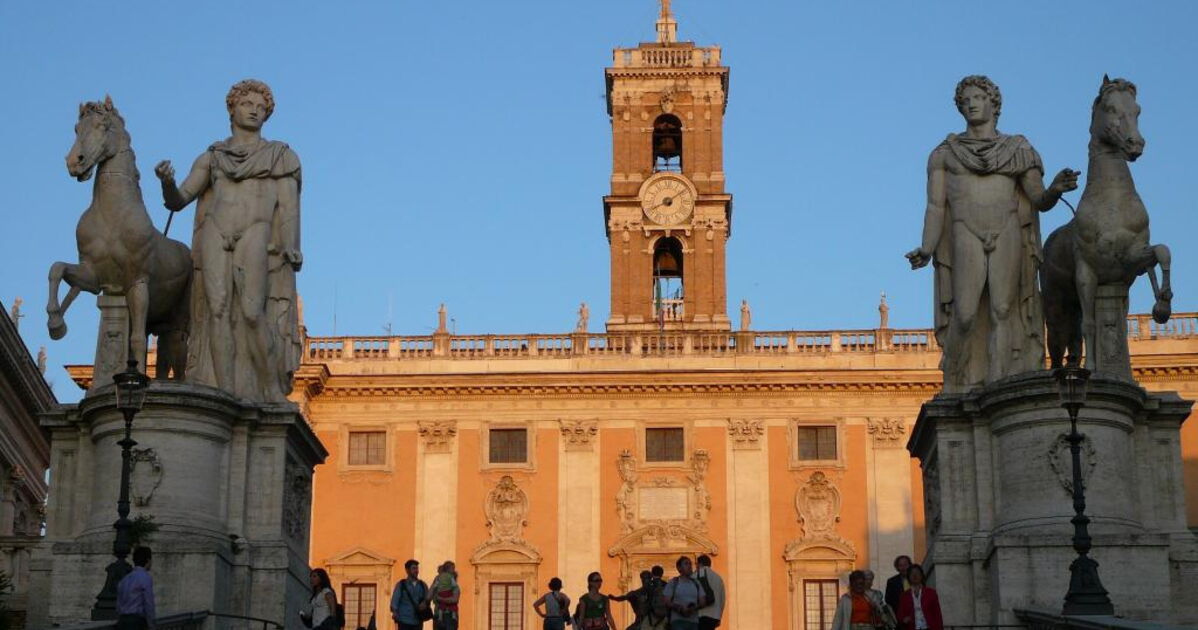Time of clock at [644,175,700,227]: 8:09
